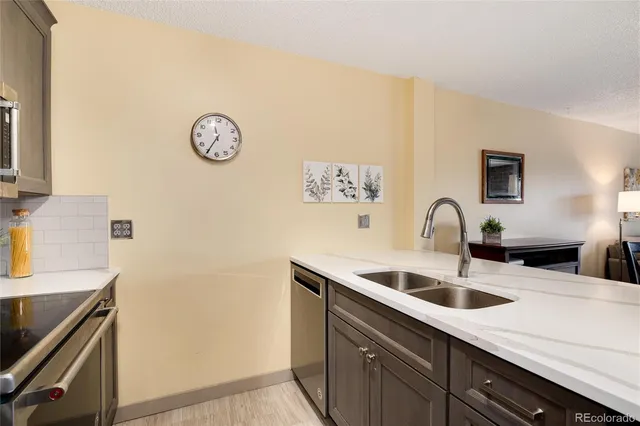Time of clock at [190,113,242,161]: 11:35
